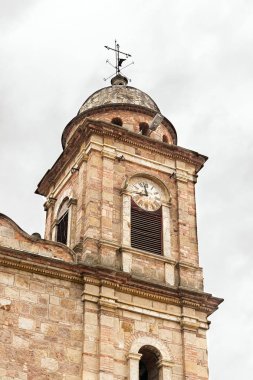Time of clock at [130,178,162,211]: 8:57
